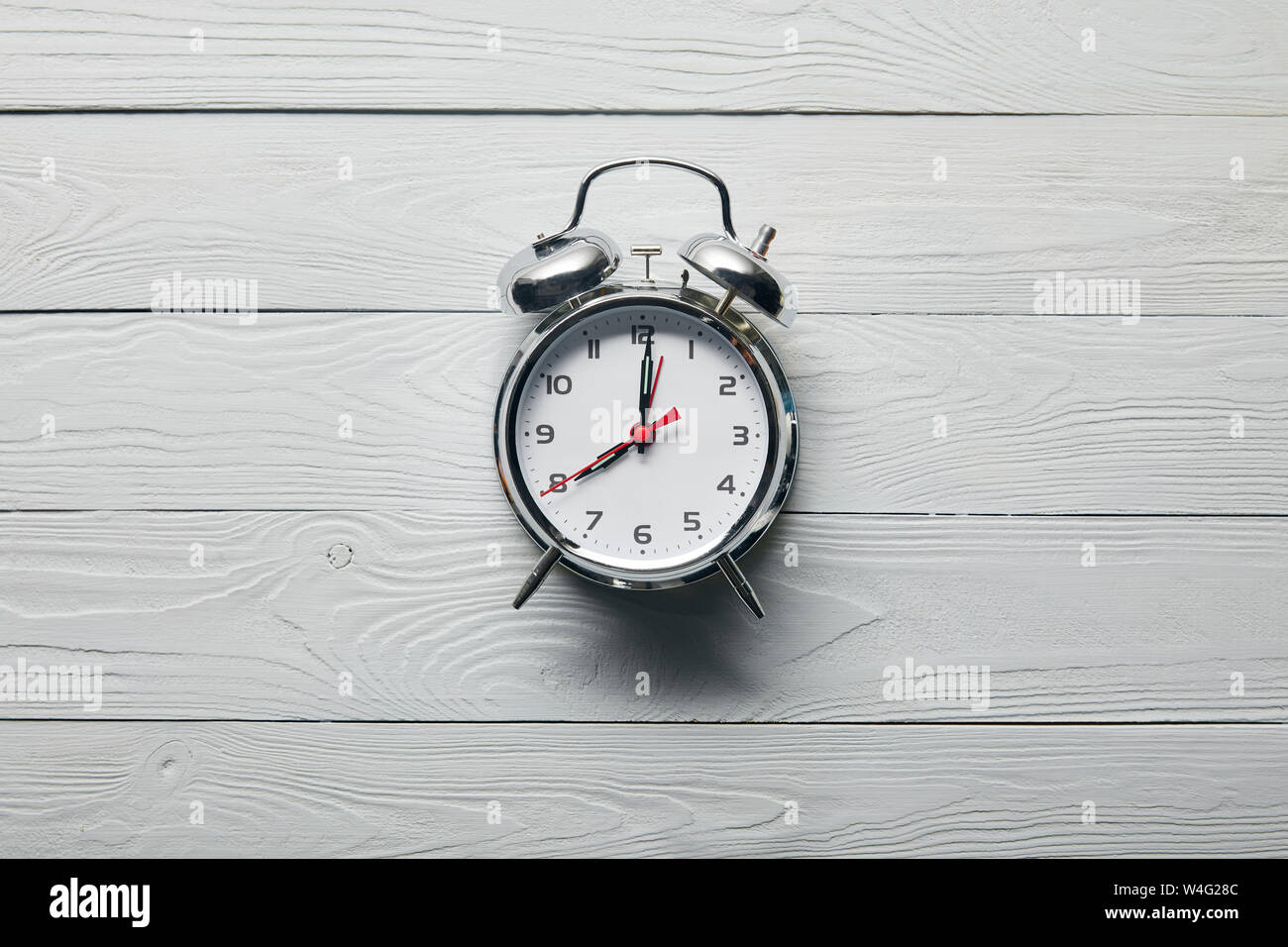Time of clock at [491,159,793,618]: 8:00
